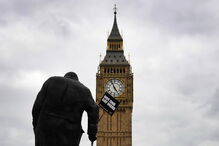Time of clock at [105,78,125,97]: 4:56
